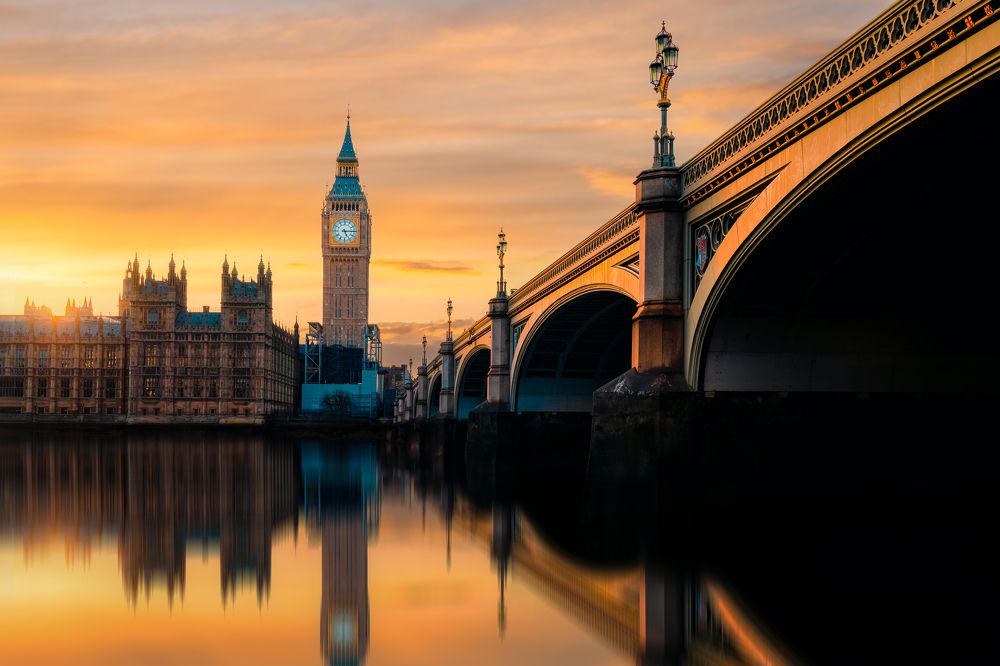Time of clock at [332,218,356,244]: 5:14
